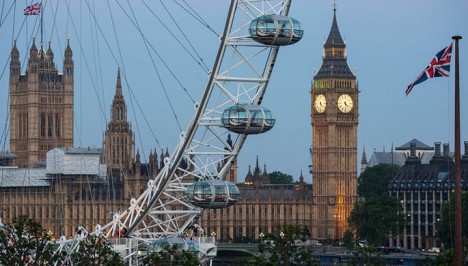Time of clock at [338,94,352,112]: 4:29
